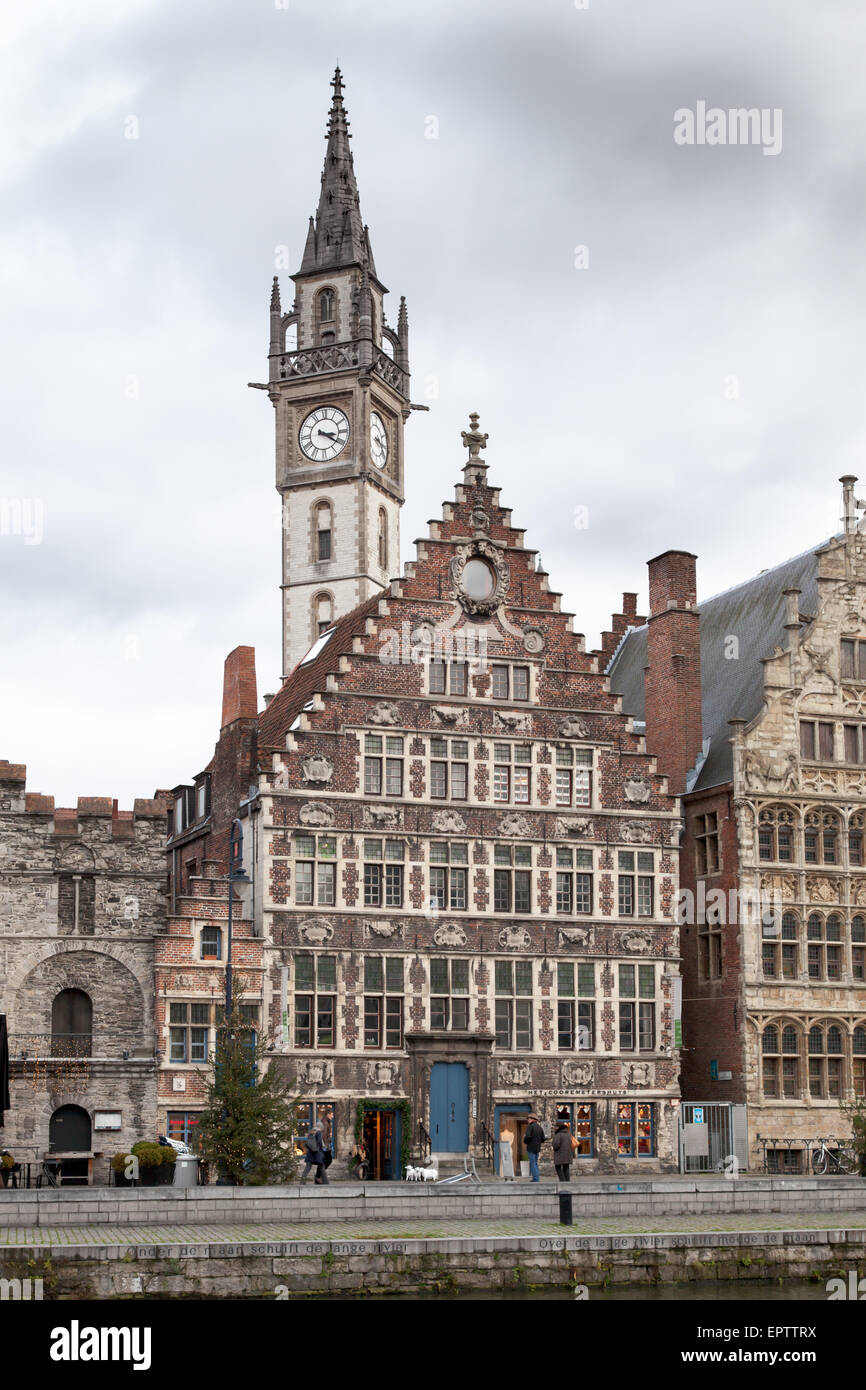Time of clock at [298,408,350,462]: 3:20
